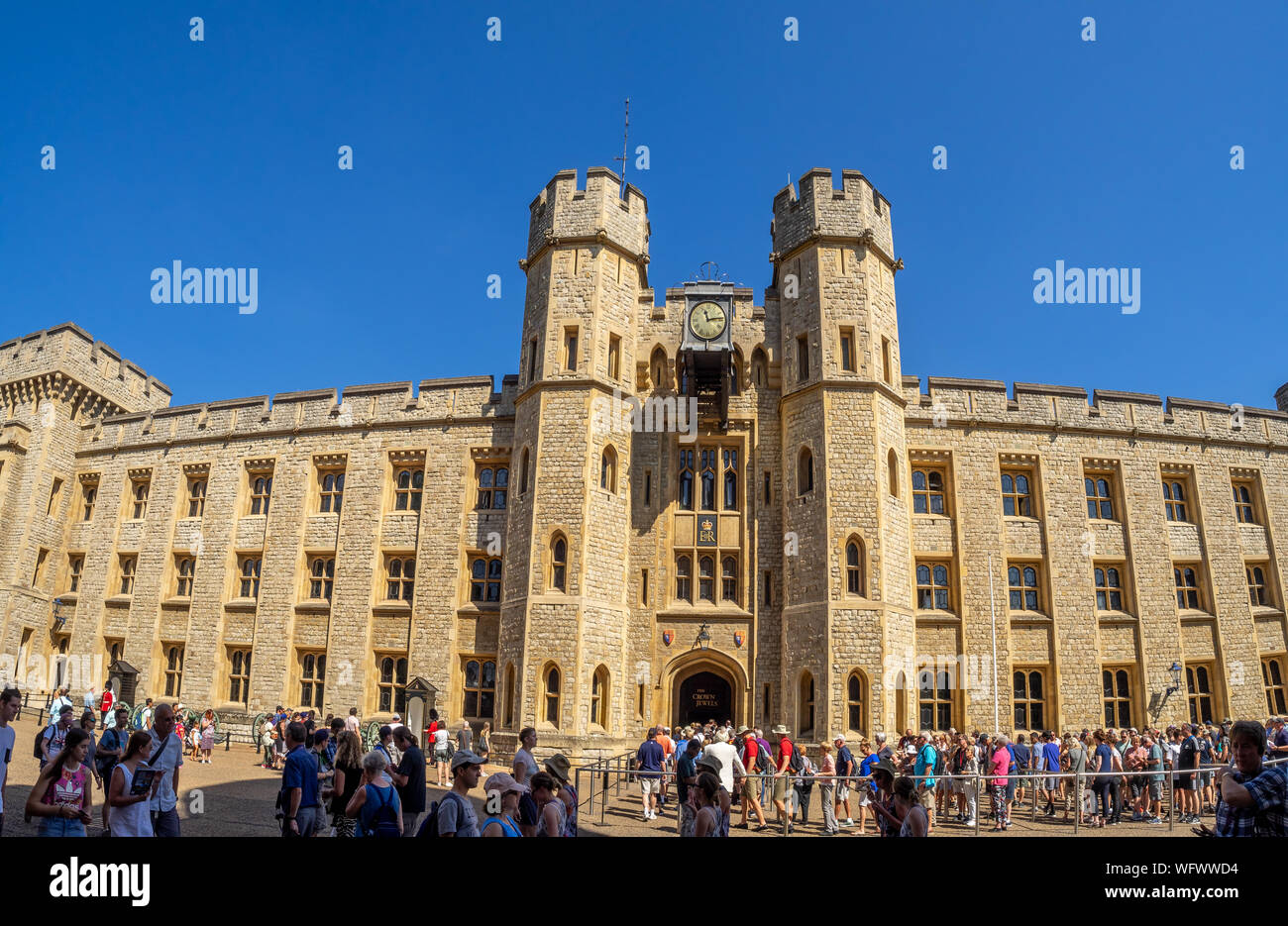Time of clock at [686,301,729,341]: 11:13
